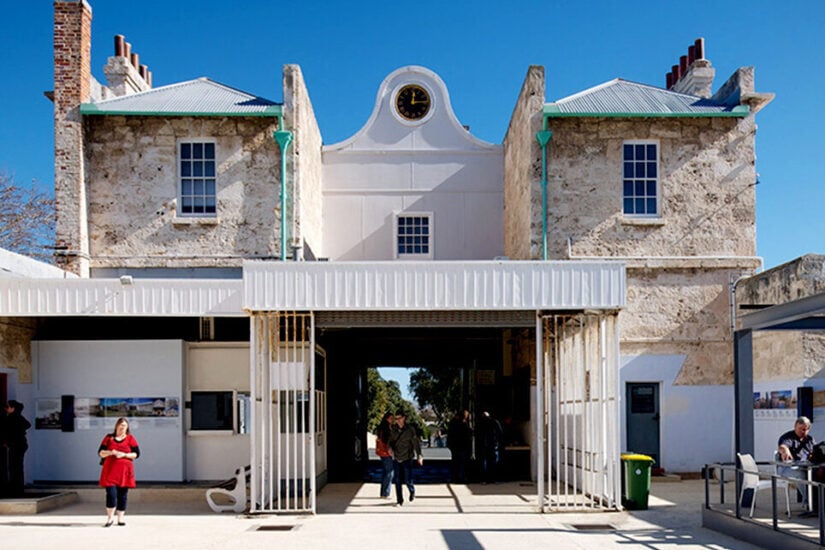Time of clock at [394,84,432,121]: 12:14
